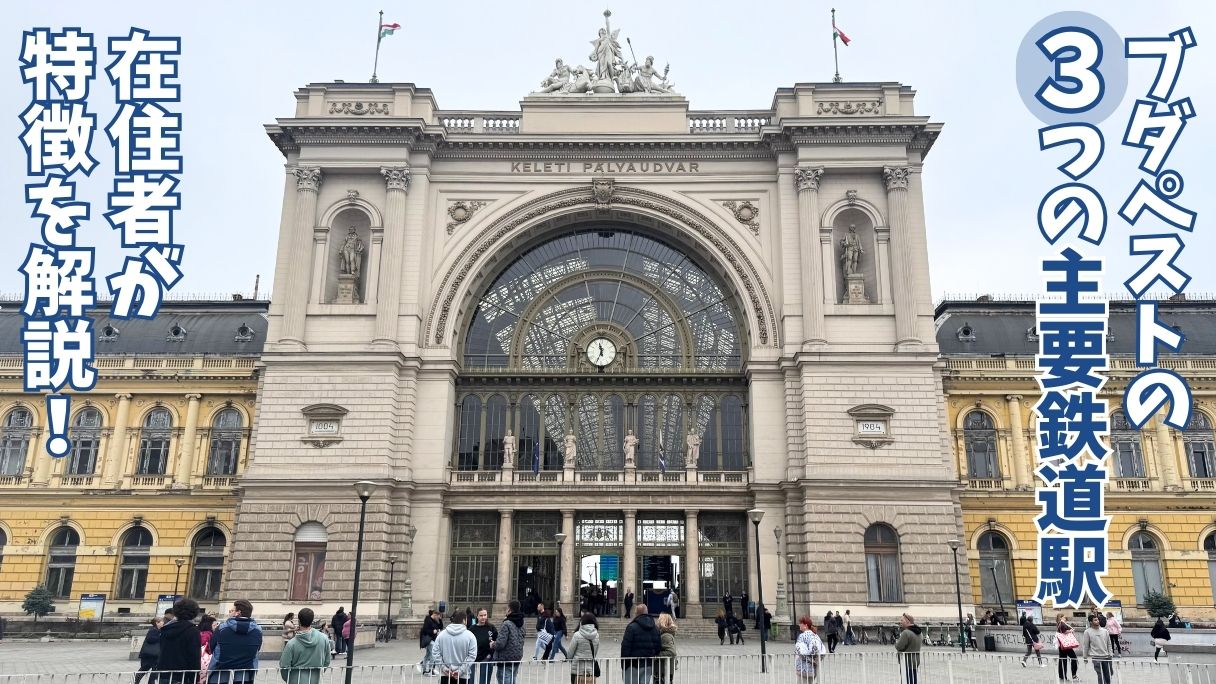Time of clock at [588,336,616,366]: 11:34
